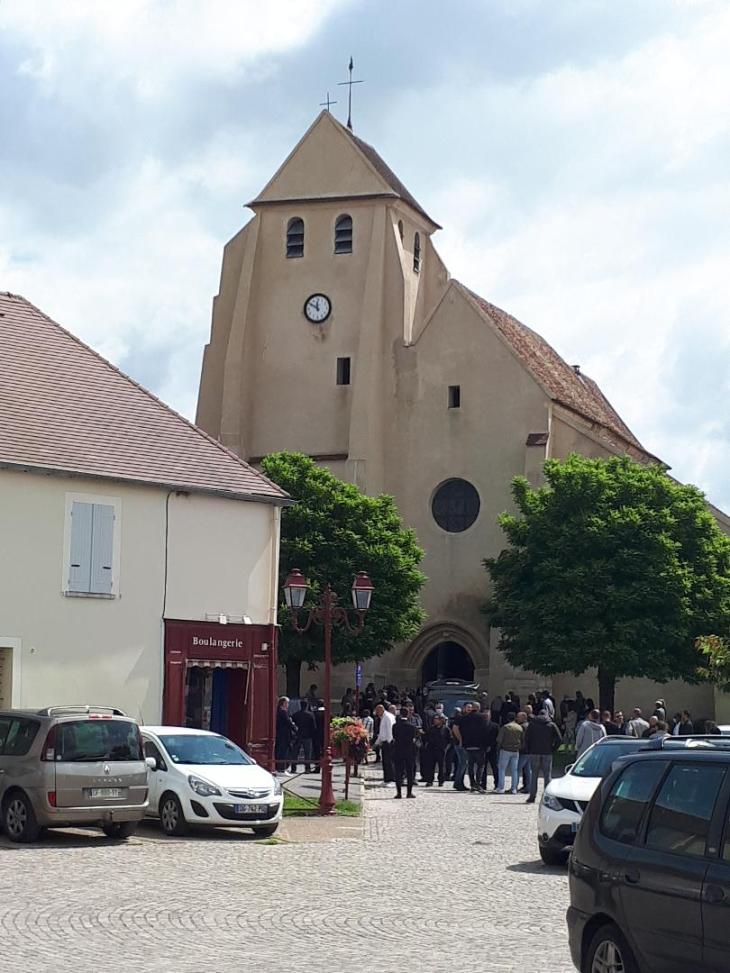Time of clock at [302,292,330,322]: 11:50
